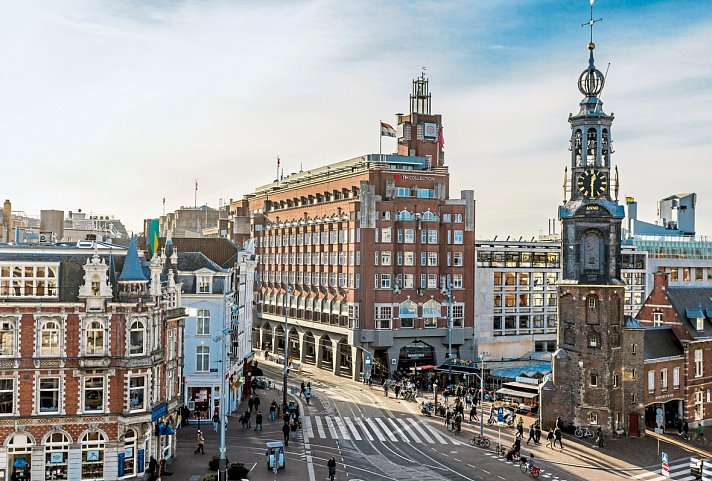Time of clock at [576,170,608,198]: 12:30
